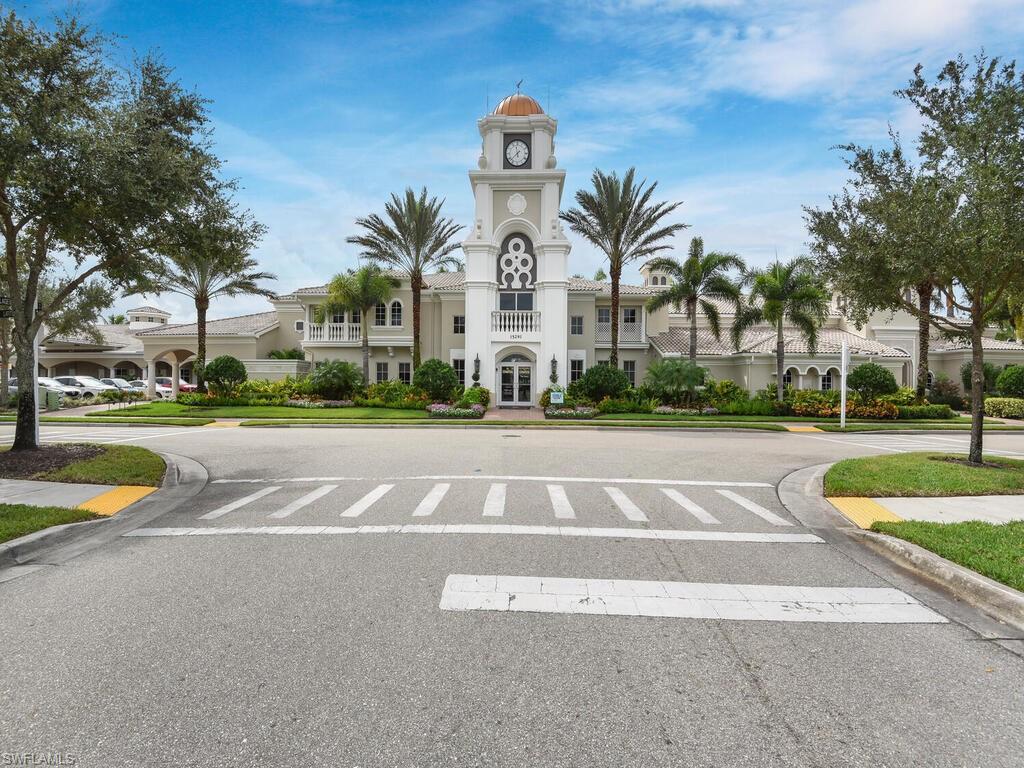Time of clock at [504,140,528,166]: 11:37
